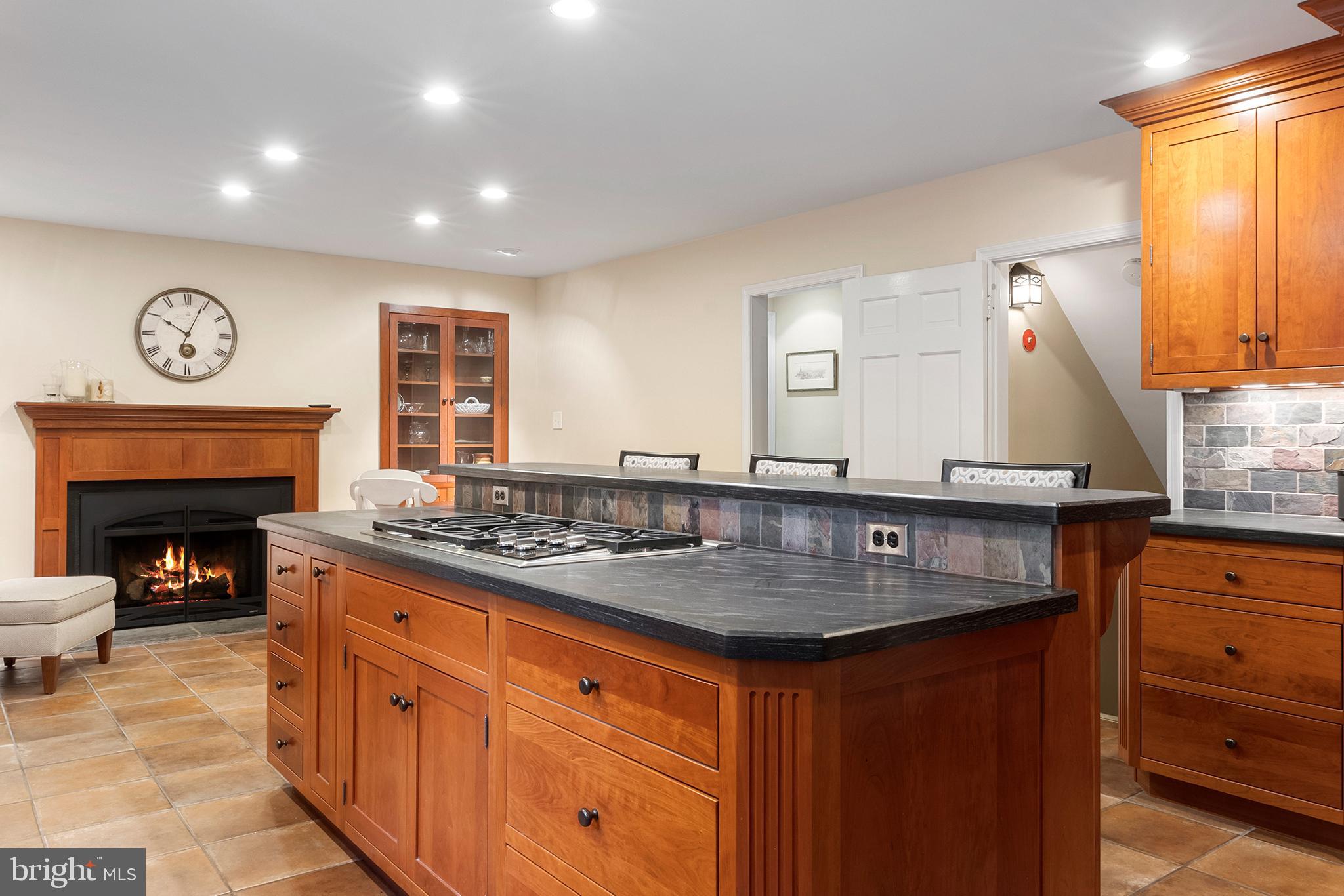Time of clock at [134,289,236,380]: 10:04
